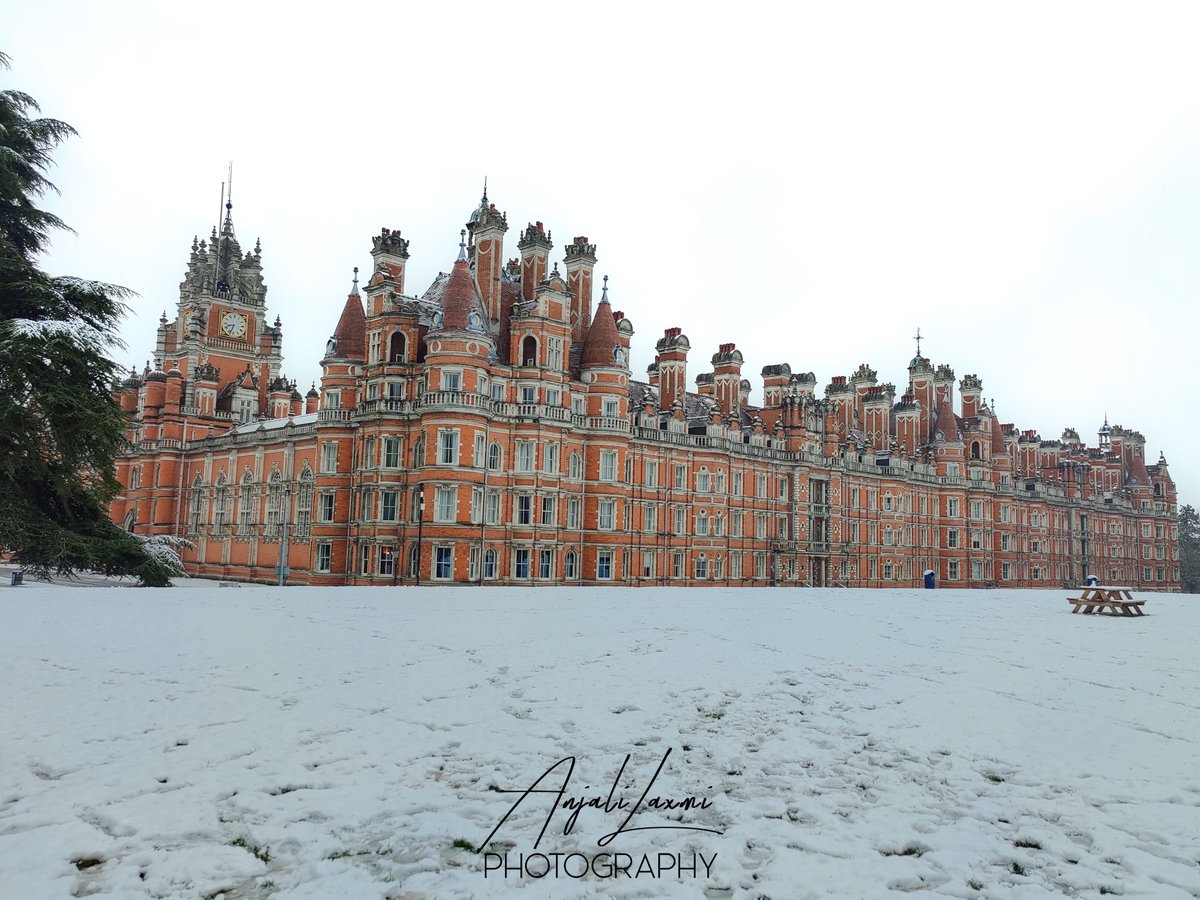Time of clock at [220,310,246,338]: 8:33
